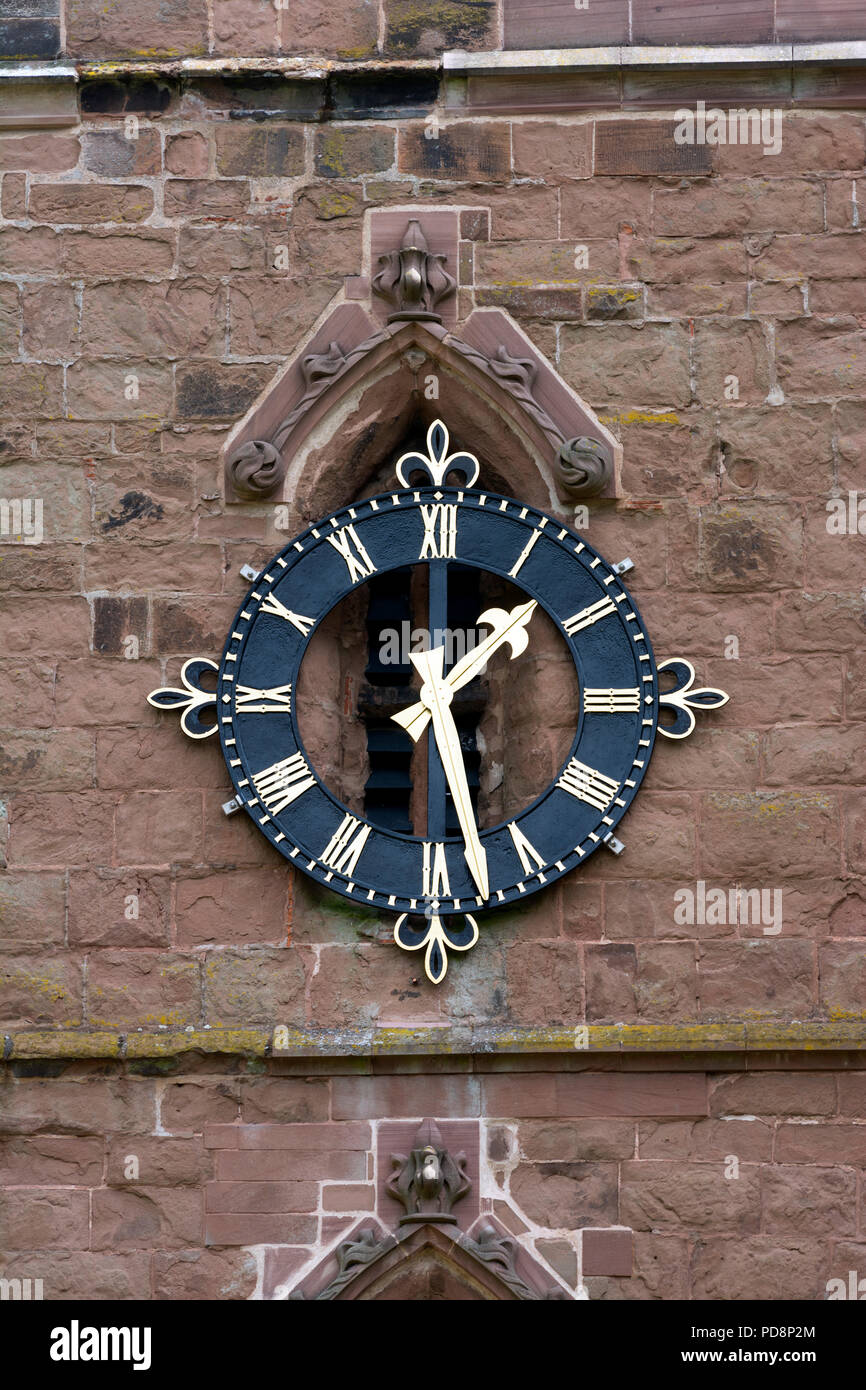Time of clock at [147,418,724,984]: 1:28
